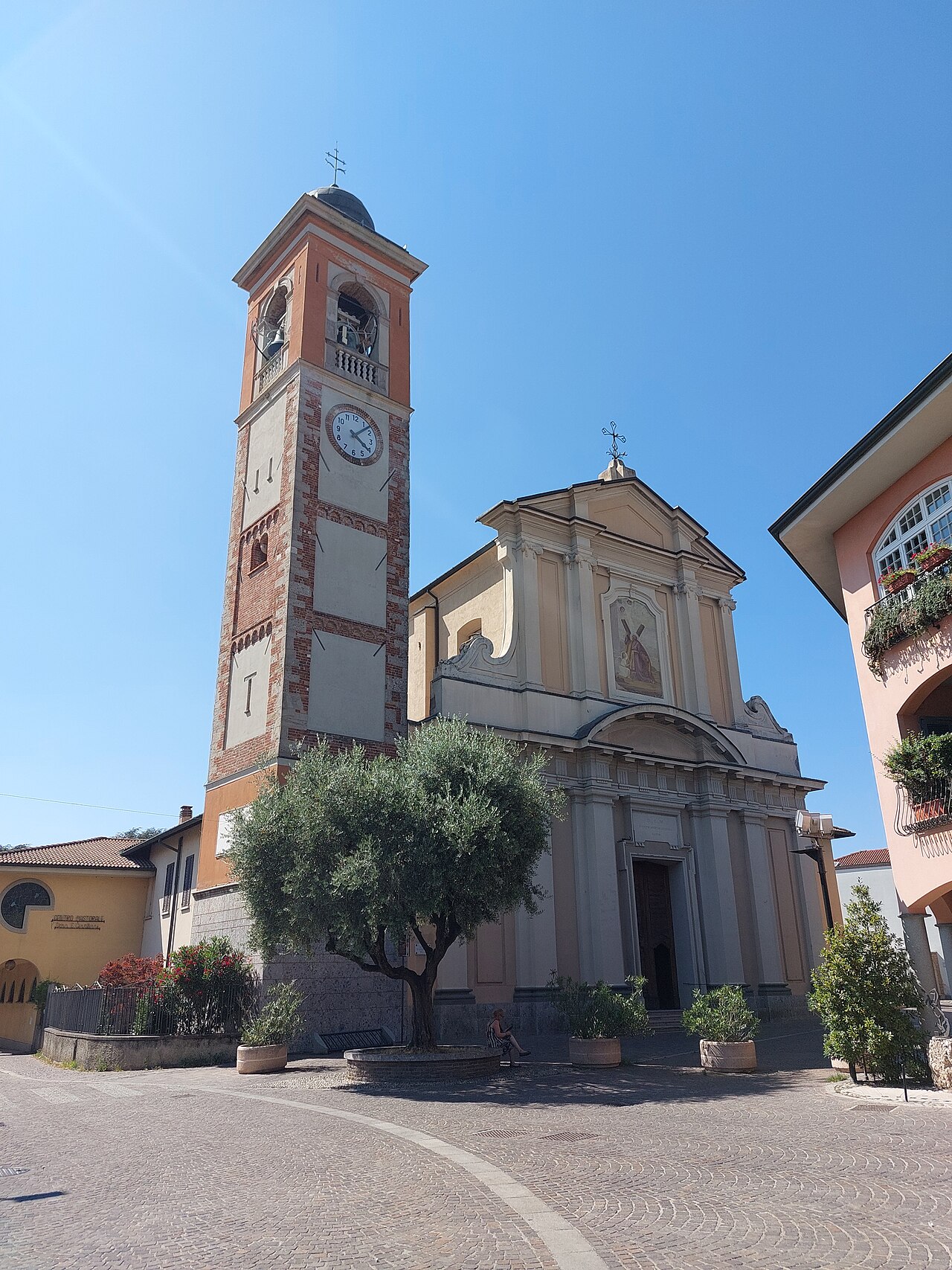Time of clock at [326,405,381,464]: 4:07
